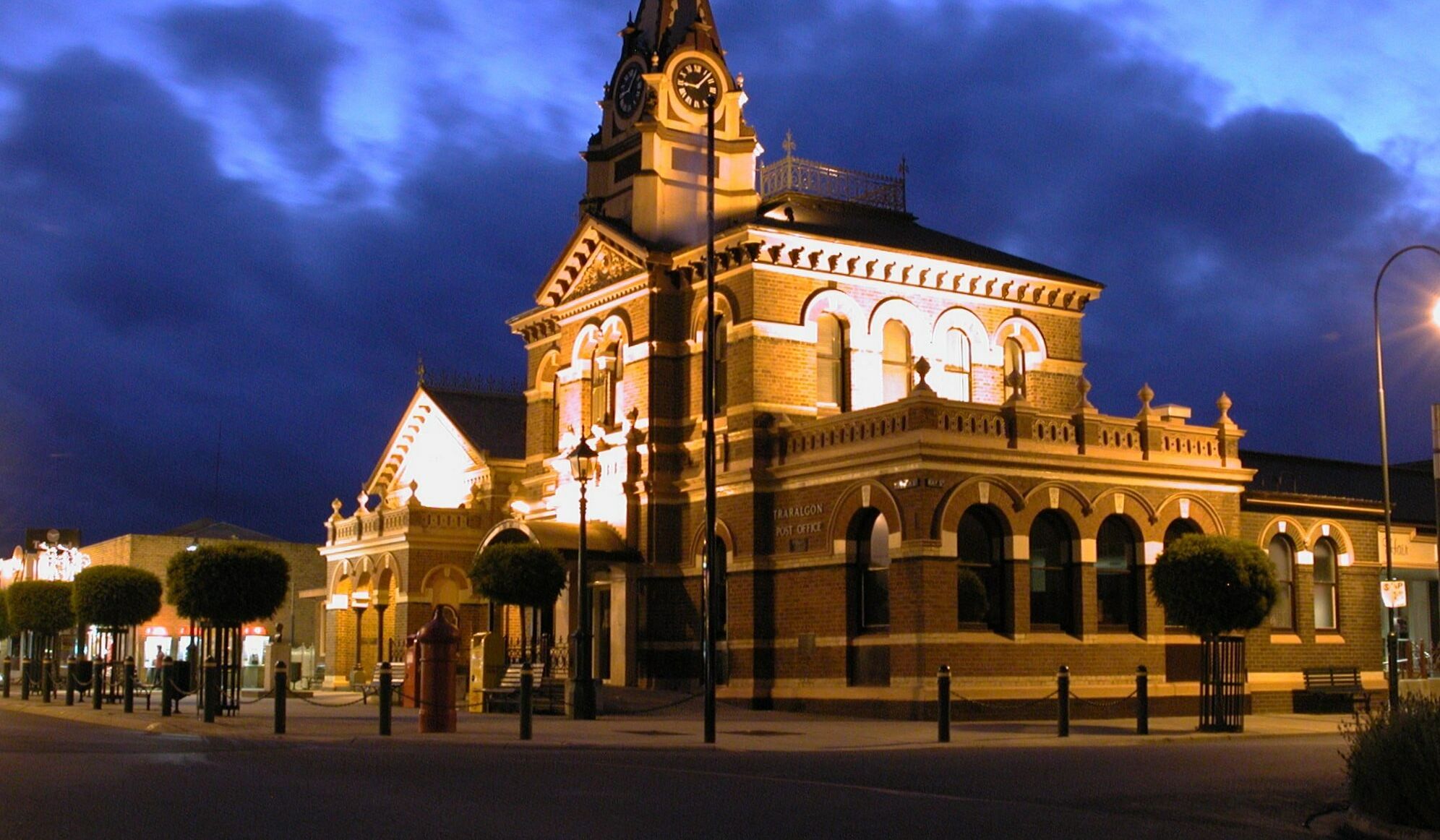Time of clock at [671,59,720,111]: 9:07
